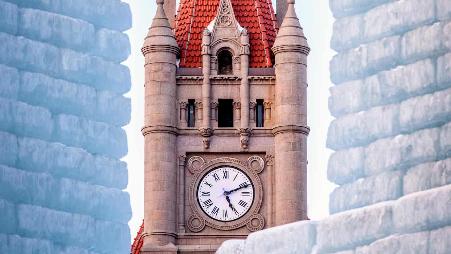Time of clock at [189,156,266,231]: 5:11
